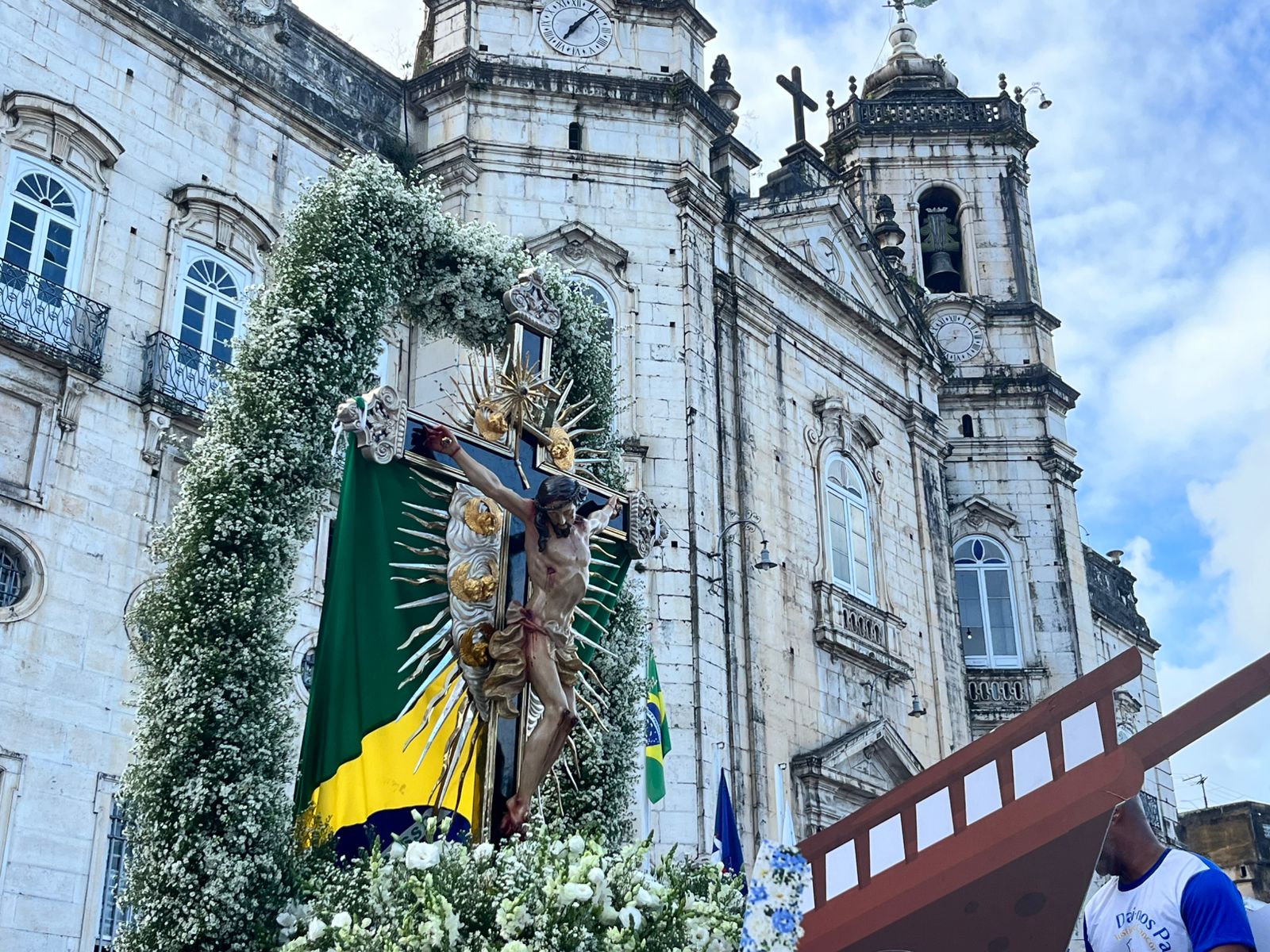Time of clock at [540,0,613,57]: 7:07
